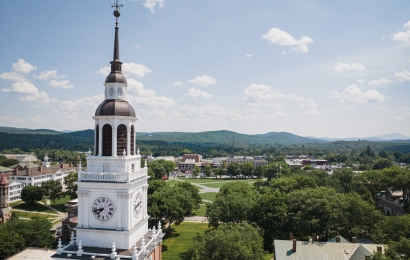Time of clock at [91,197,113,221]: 7:42
